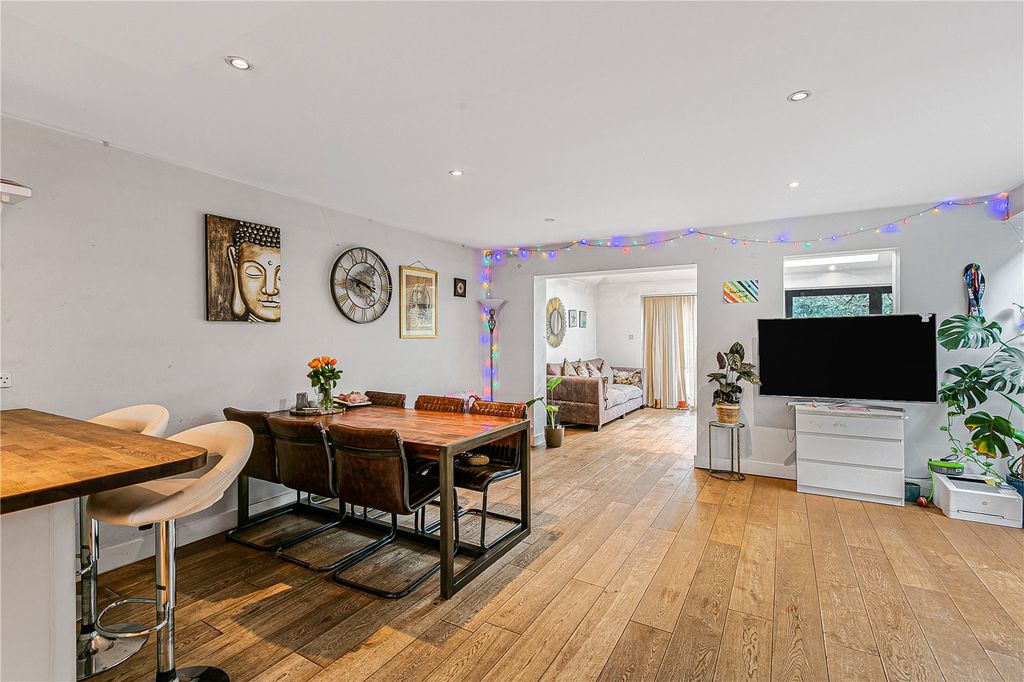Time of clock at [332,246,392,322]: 3:47
